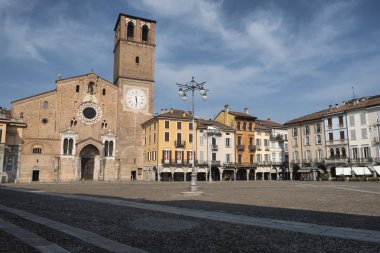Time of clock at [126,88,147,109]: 5:29
